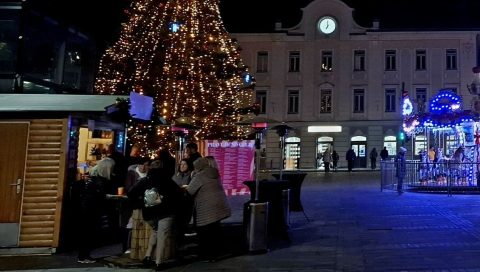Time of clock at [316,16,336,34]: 7:00
